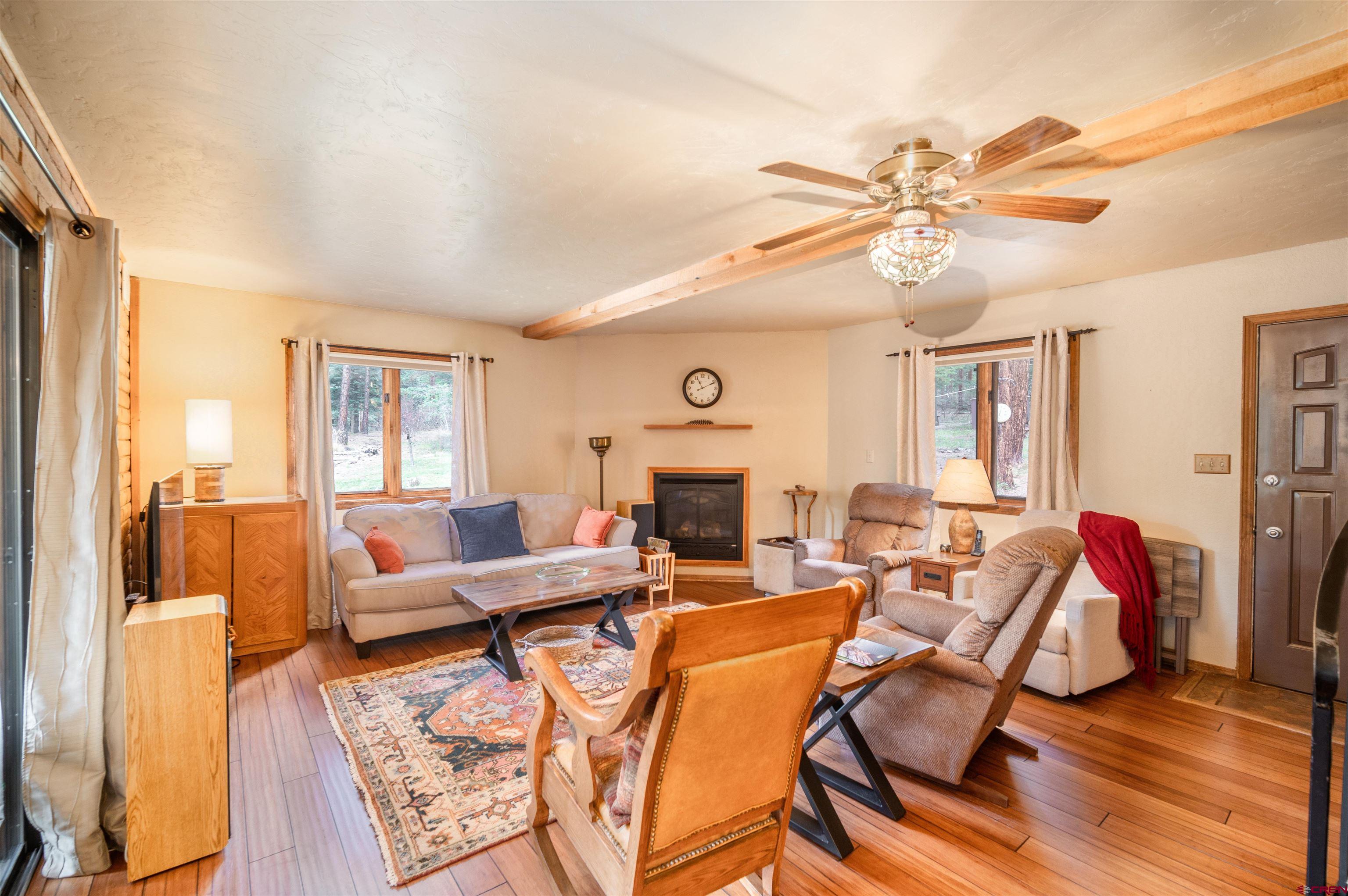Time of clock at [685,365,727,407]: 11:10
